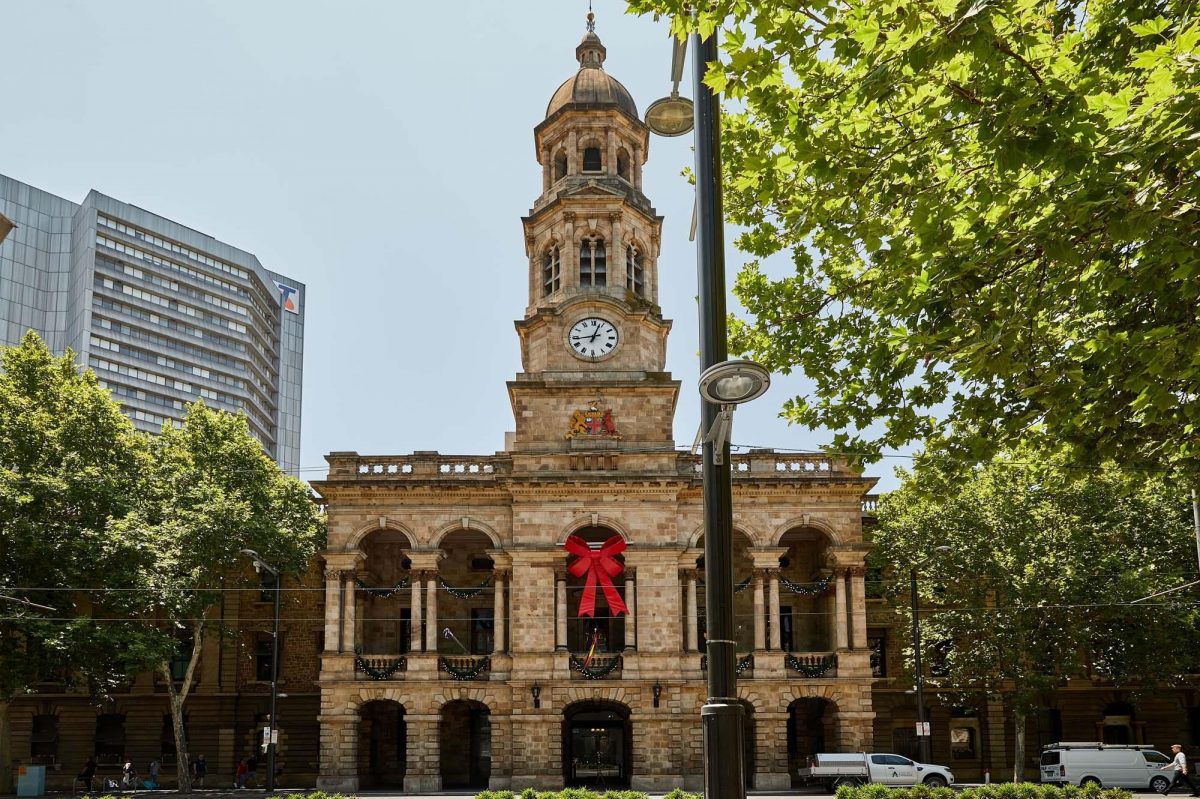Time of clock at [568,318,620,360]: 12:43
